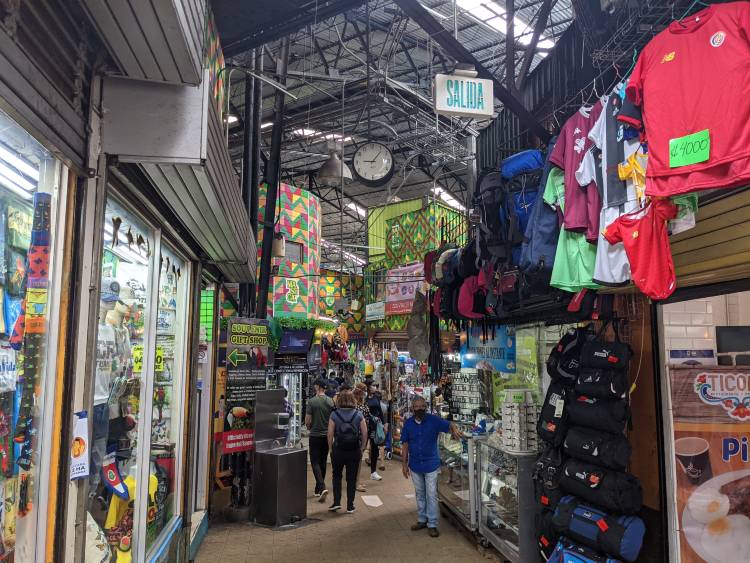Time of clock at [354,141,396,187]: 9:07
